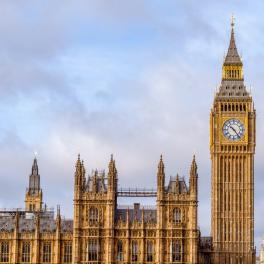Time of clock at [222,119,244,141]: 10:23
